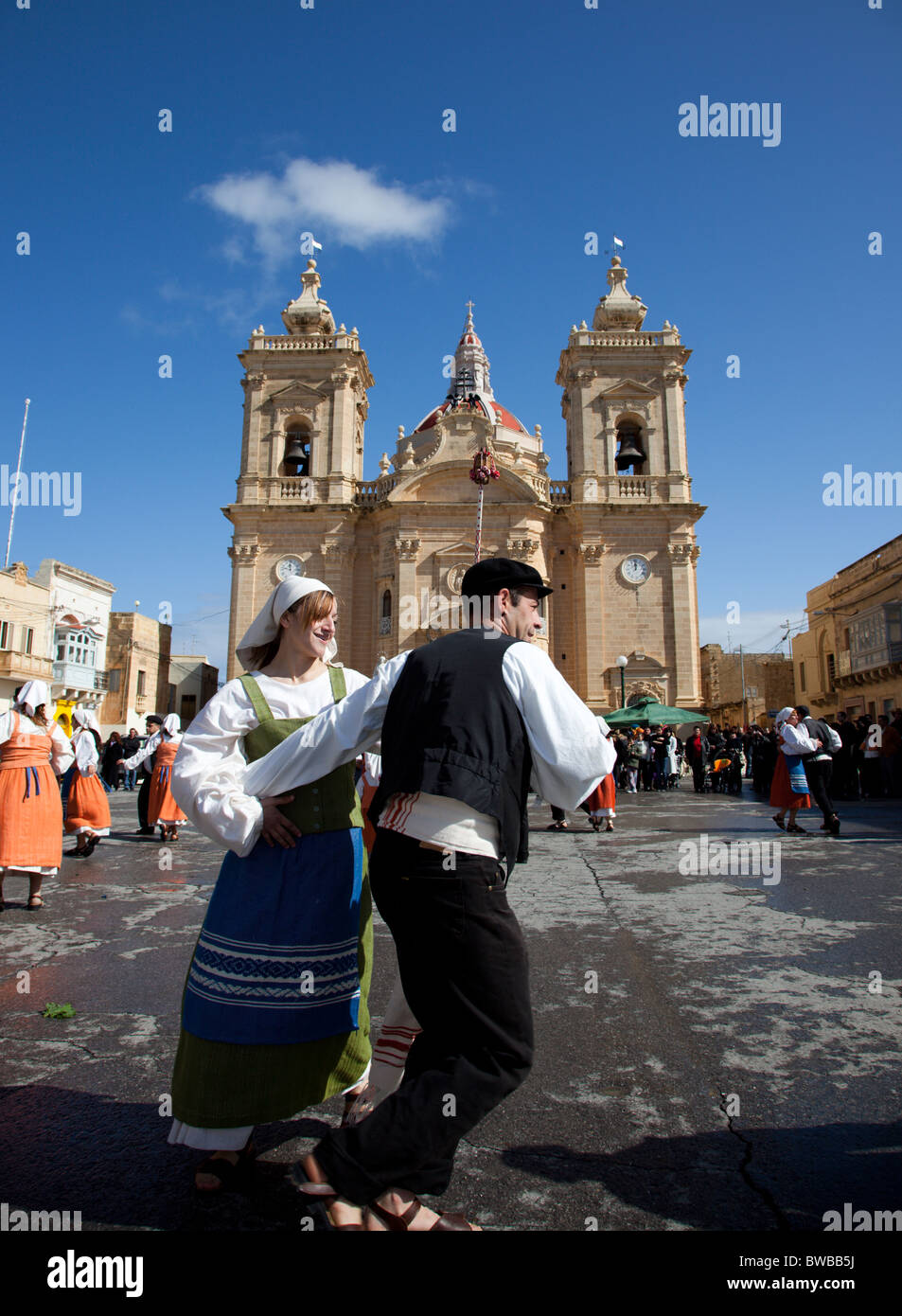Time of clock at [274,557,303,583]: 11:47
